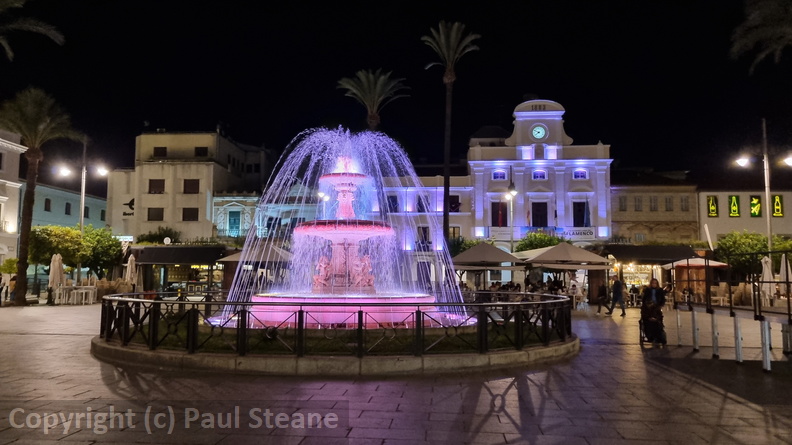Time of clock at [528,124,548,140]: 7:49
